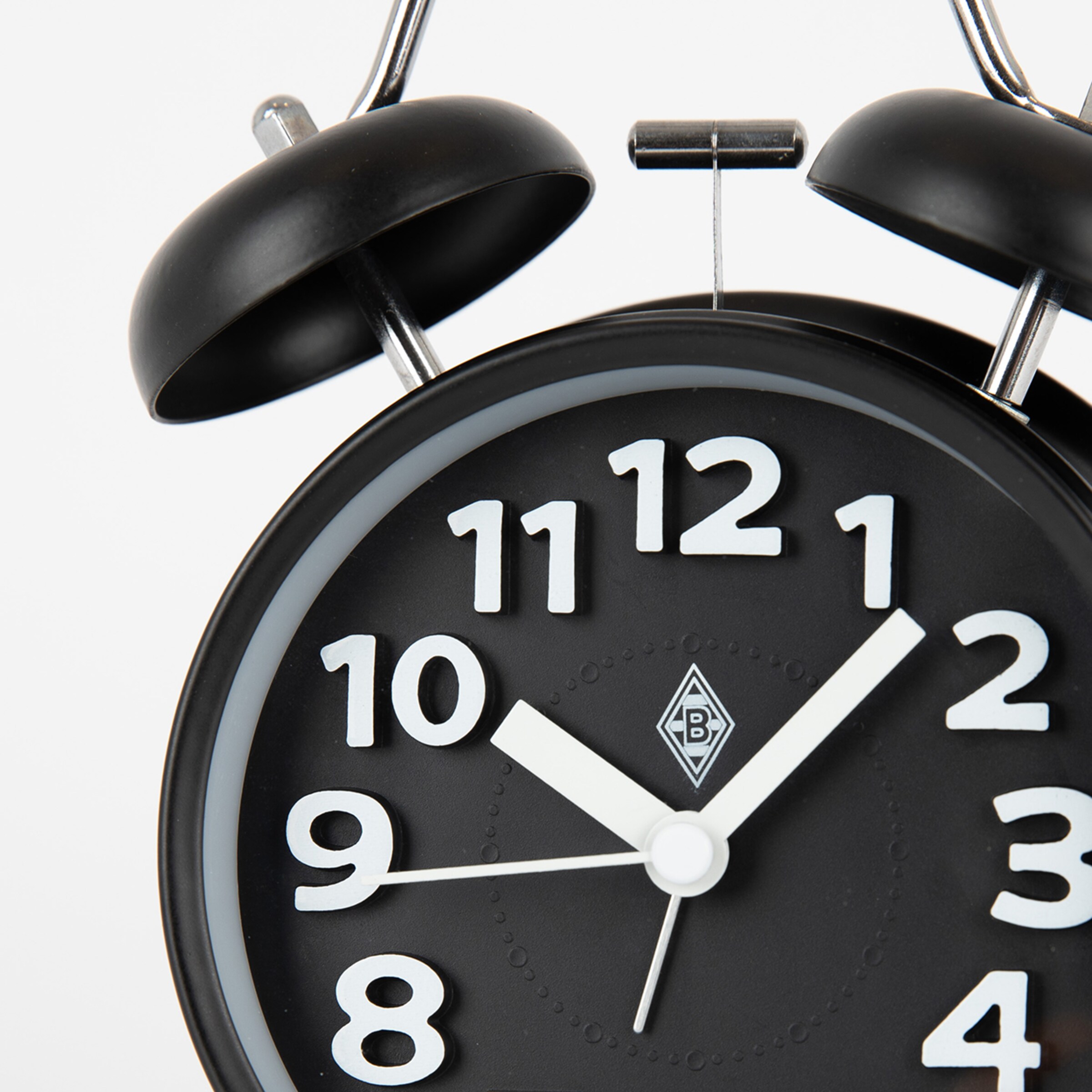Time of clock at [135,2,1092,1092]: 10:07
